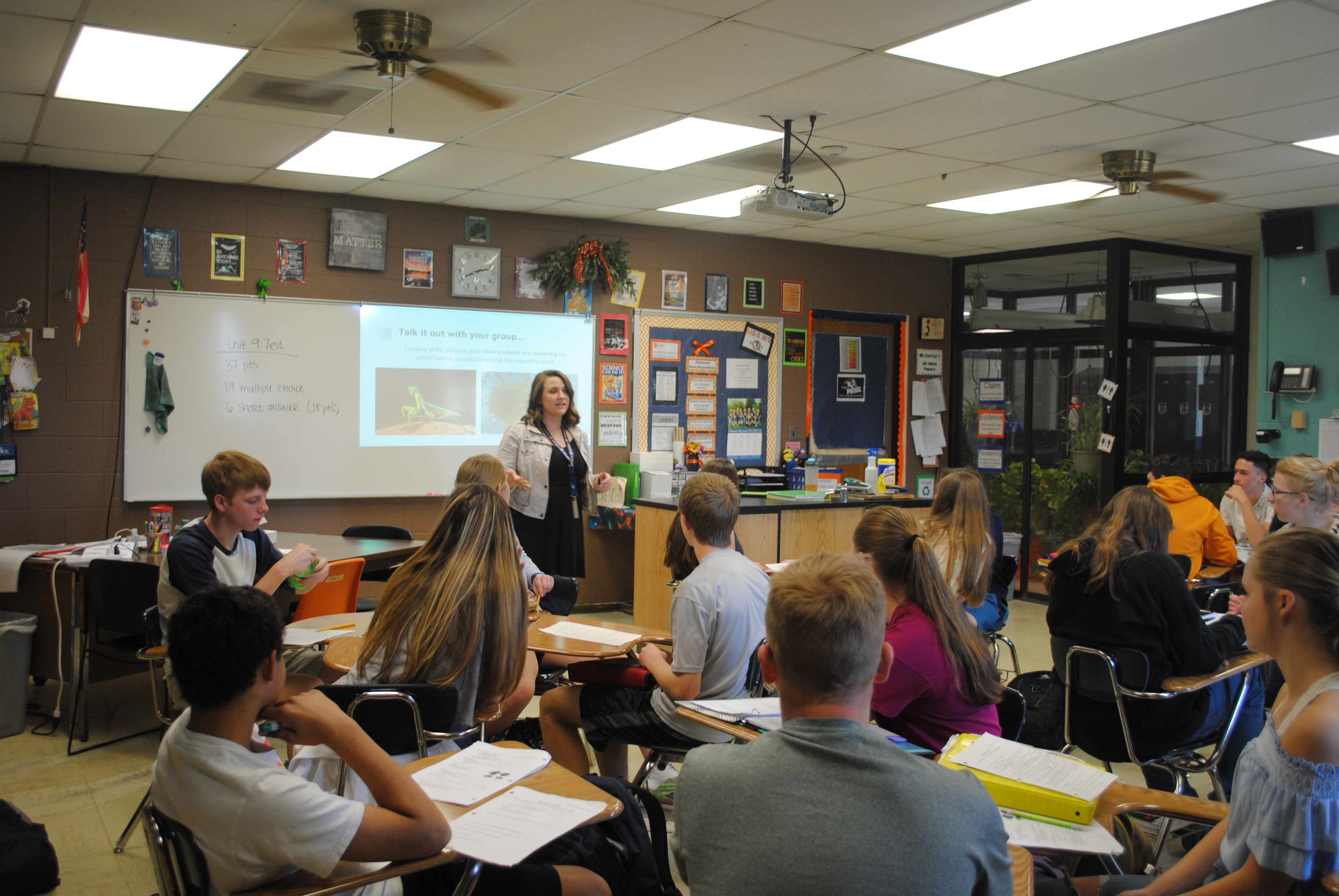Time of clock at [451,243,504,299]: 8:12
